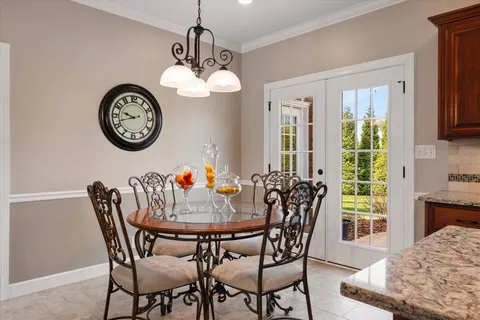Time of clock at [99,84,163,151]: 9:42
